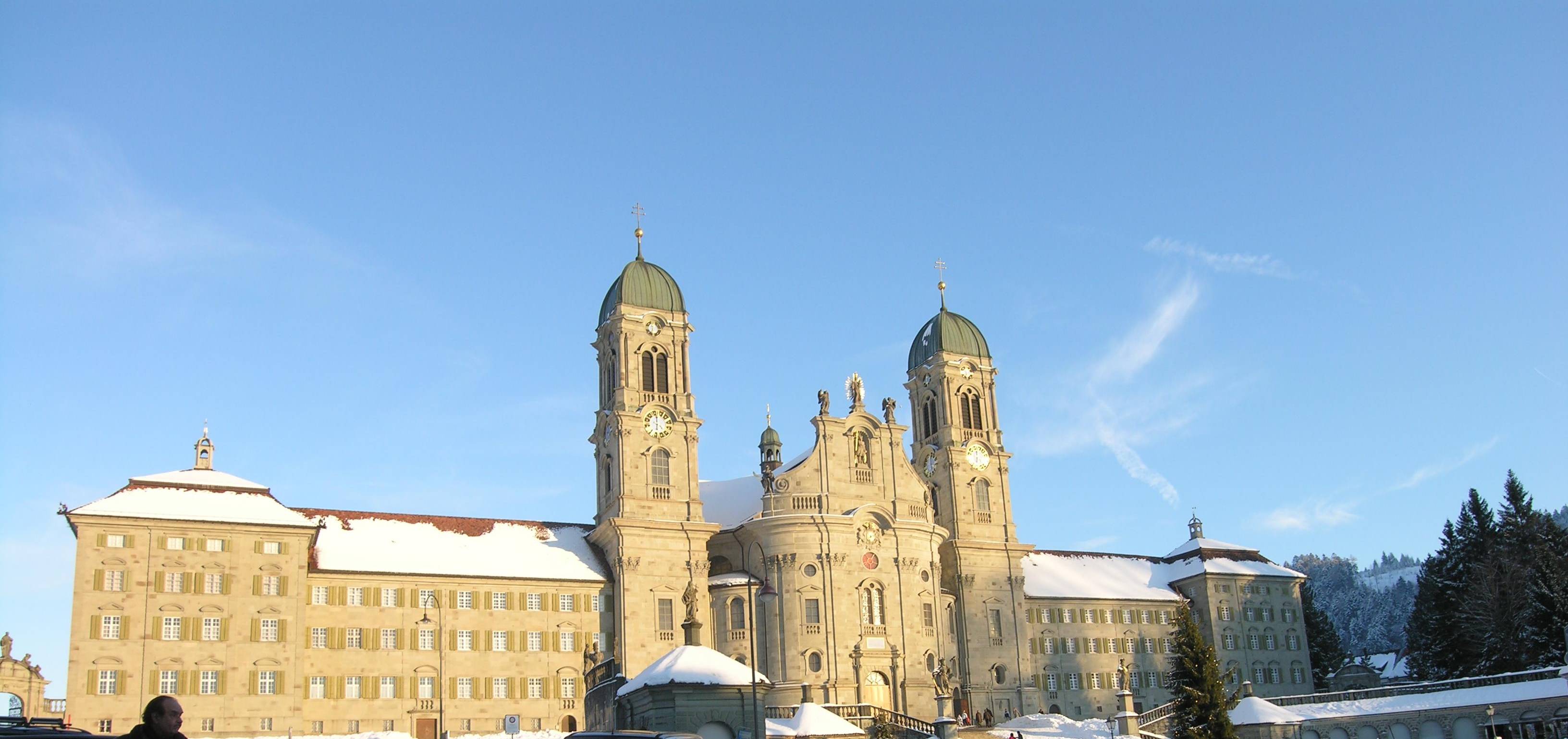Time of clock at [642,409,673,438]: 6:00
